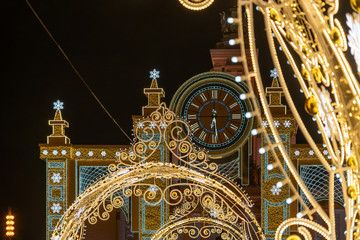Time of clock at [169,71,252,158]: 6:29
